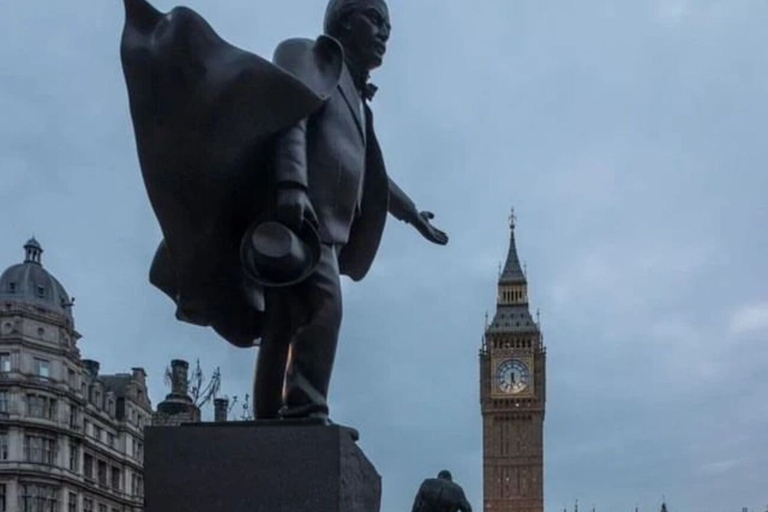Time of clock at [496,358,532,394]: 5:31
